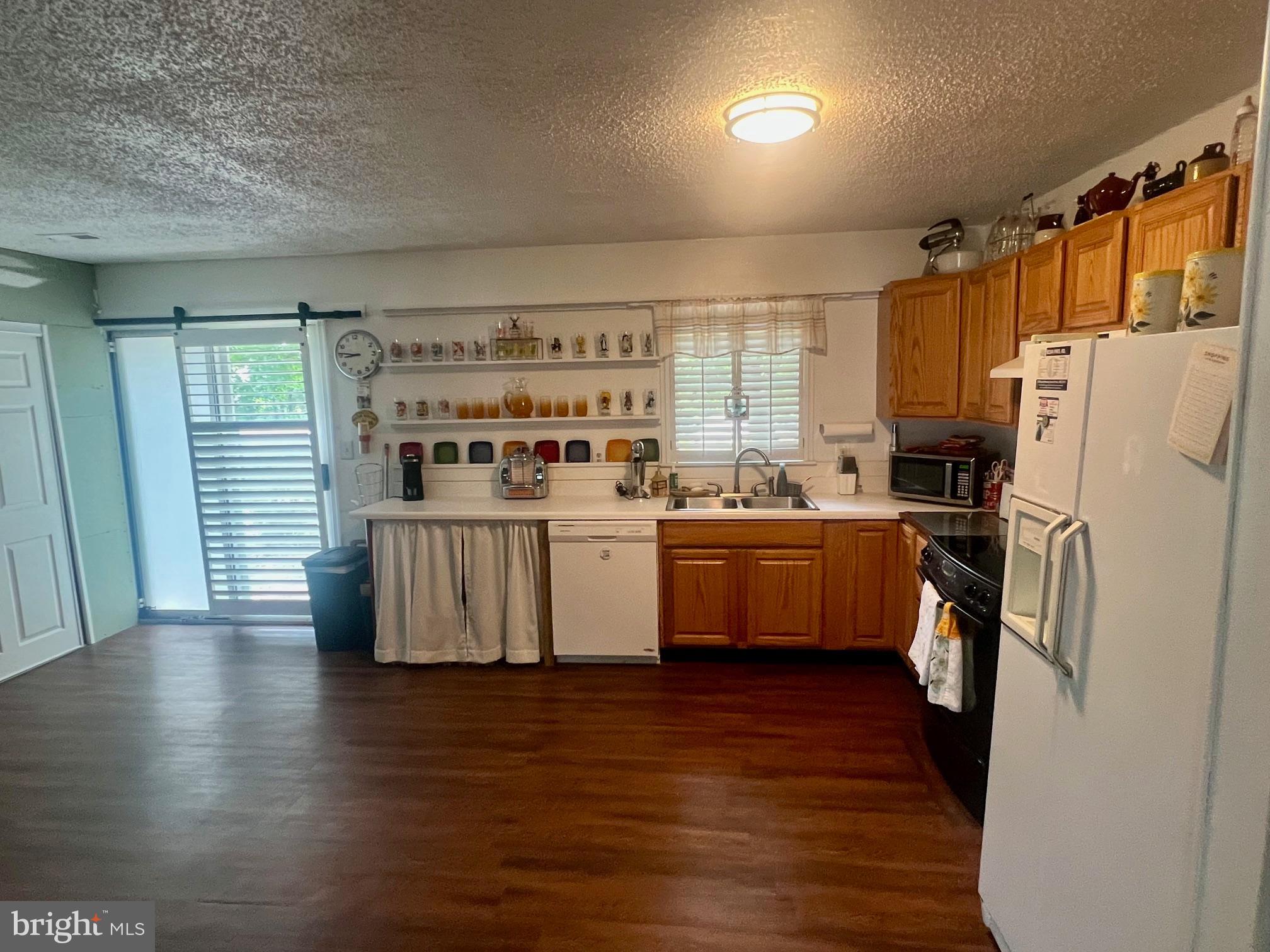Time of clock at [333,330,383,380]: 8:46
